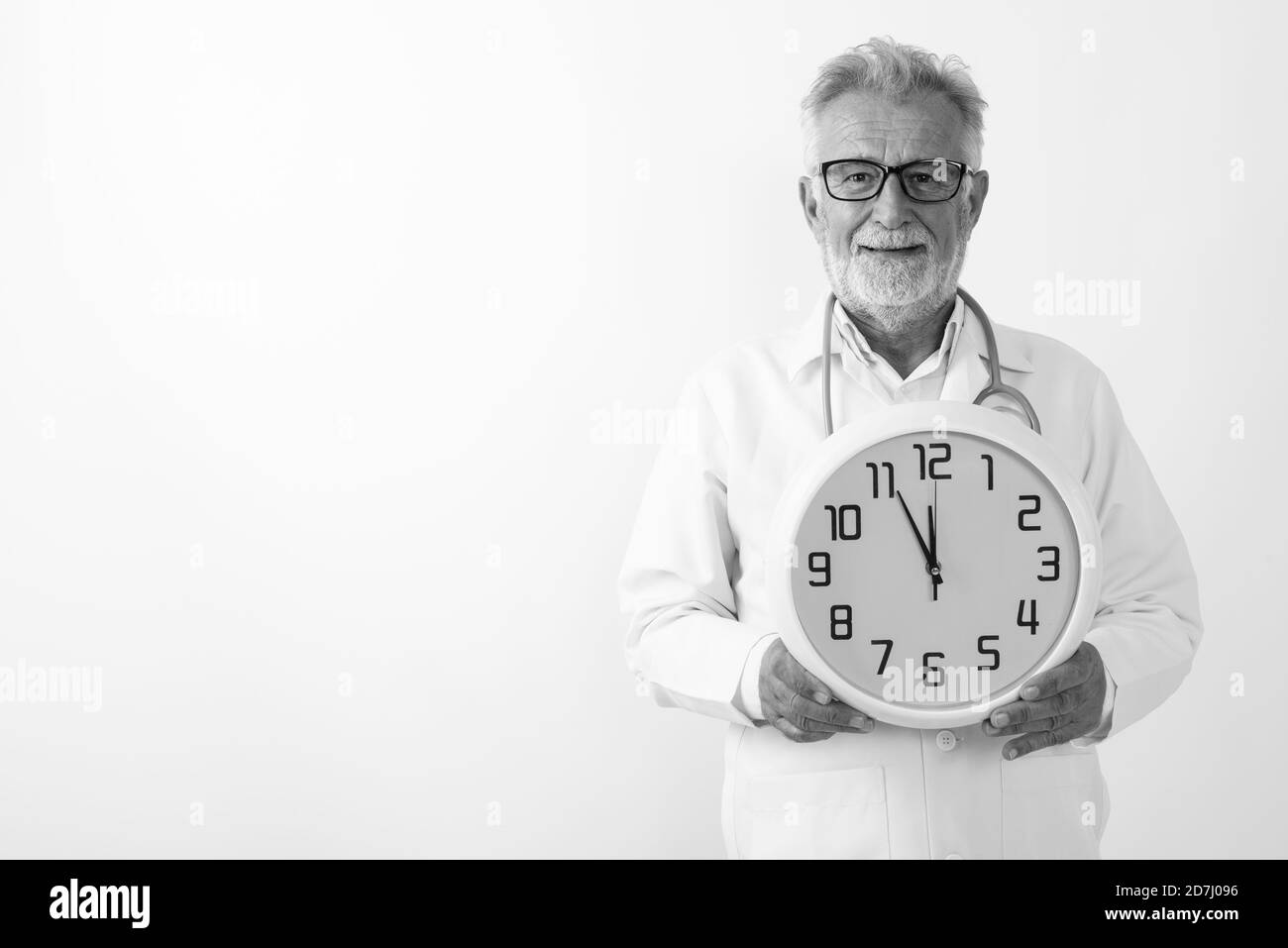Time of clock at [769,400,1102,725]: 11:55
